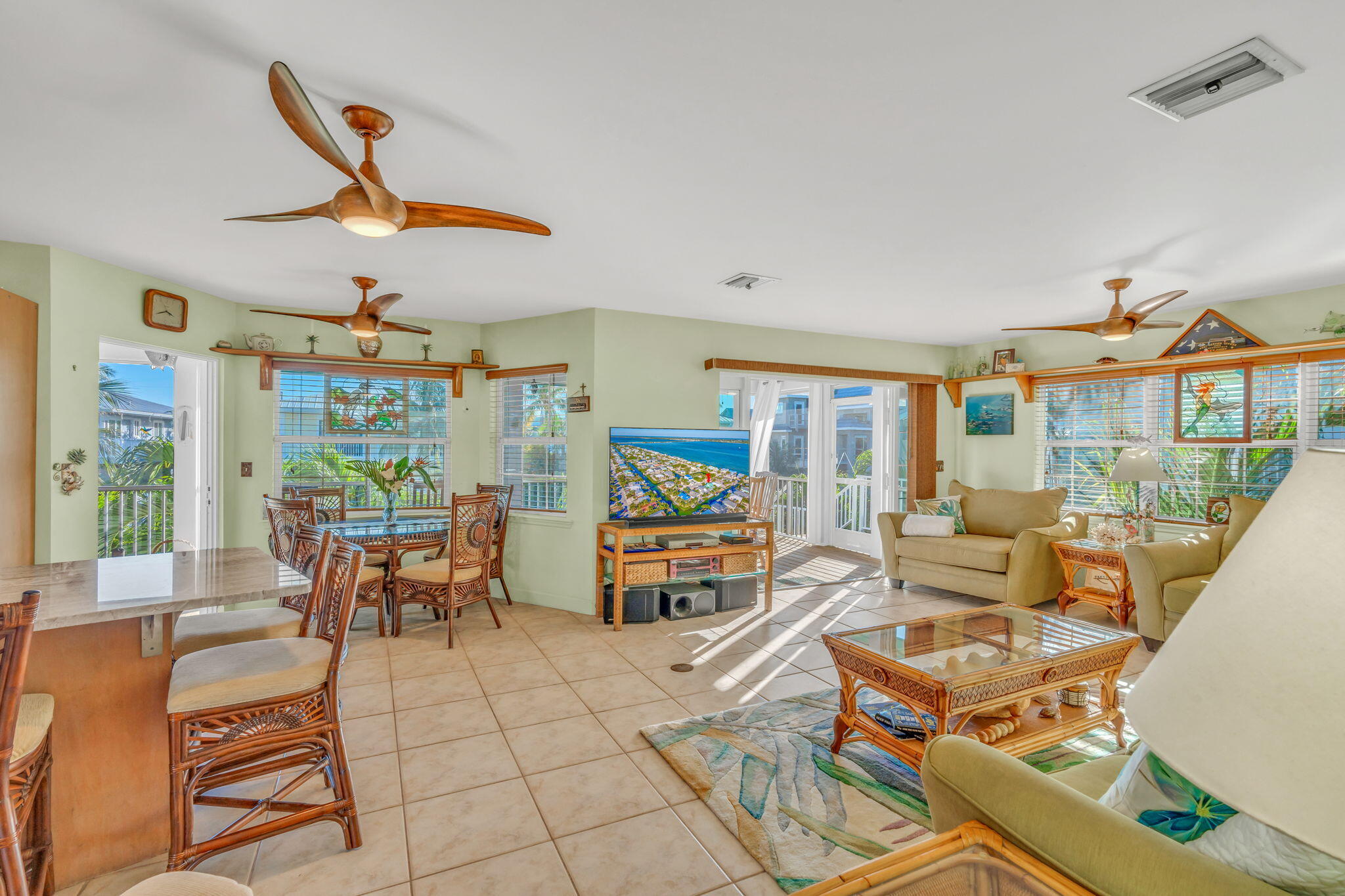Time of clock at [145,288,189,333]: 3:40
